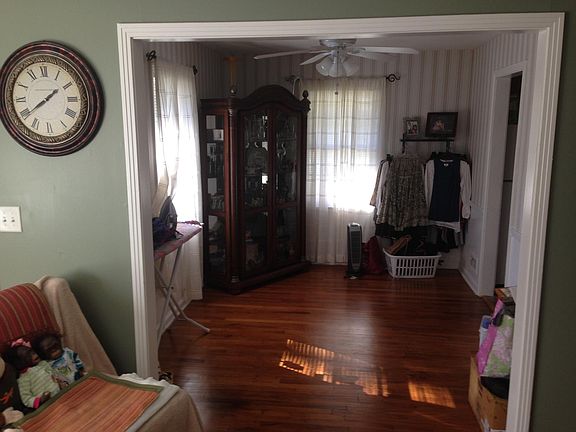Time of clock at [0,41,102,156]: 1:39
